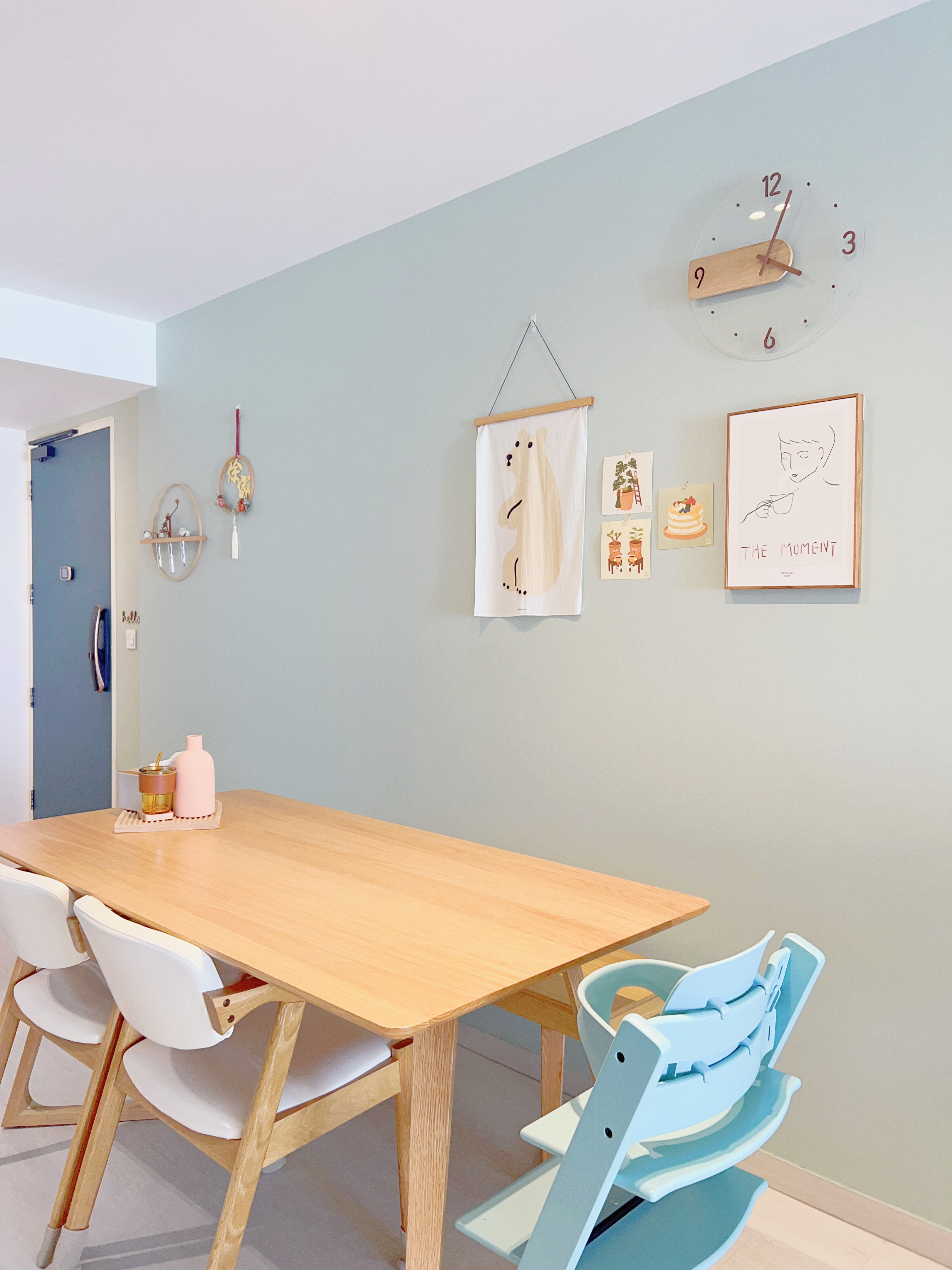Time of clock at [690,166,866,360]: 4:03
